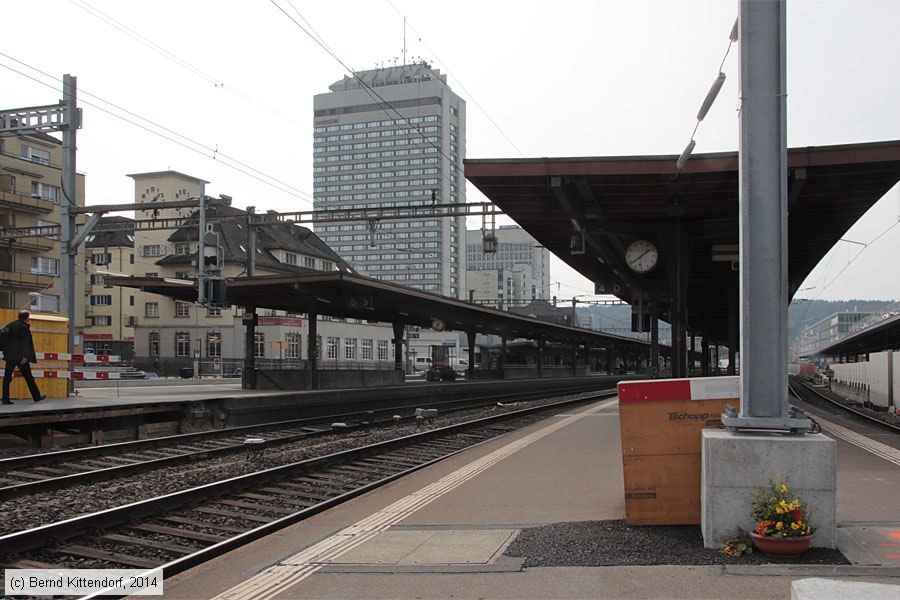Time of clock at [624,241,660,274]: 1:38
